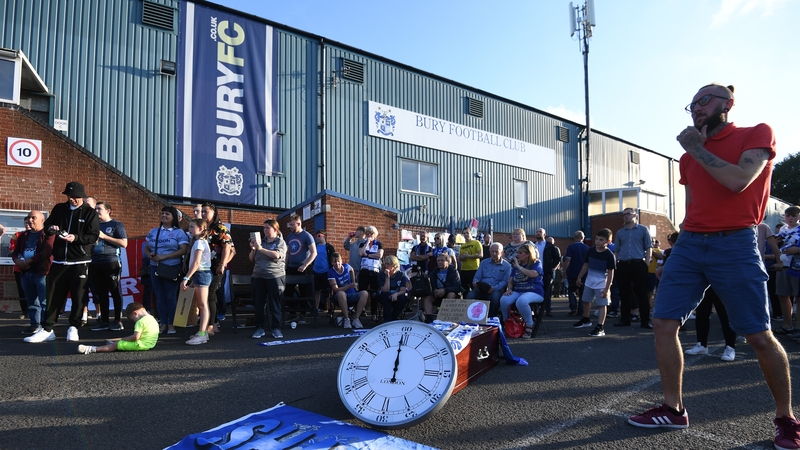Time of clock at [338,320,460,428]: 11:59
